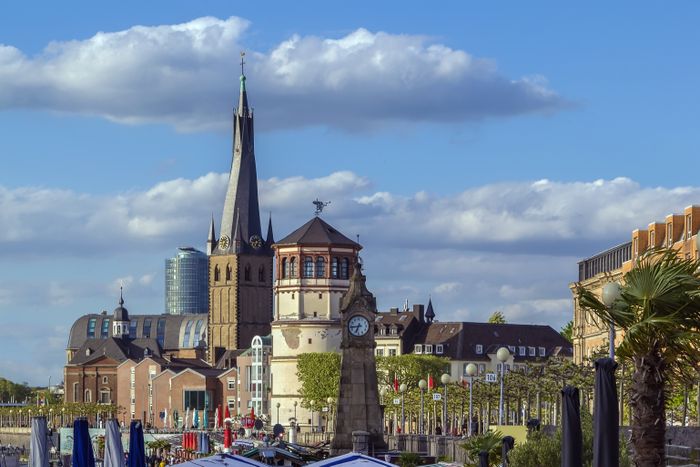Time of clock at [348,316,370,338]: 6:43
